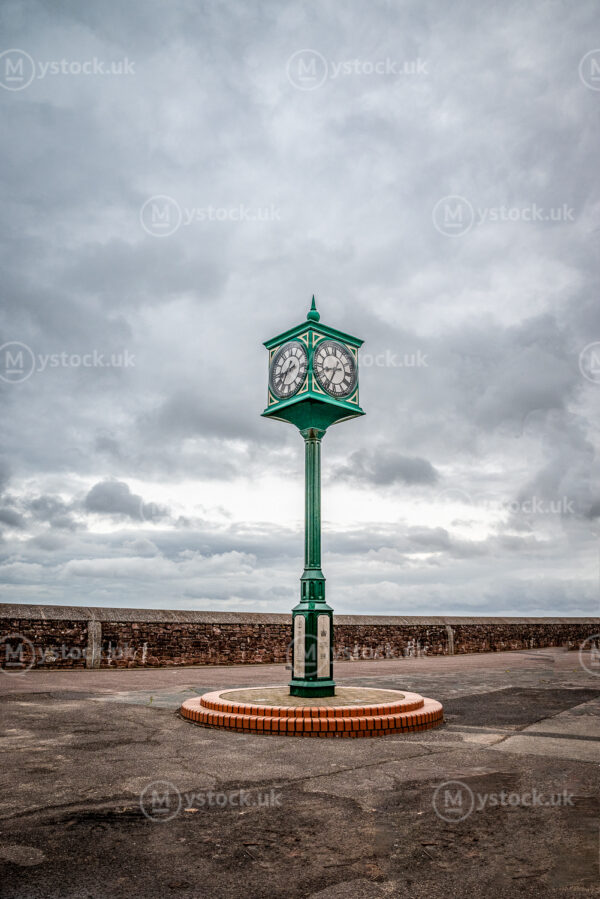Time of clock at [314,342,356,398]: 8:34
